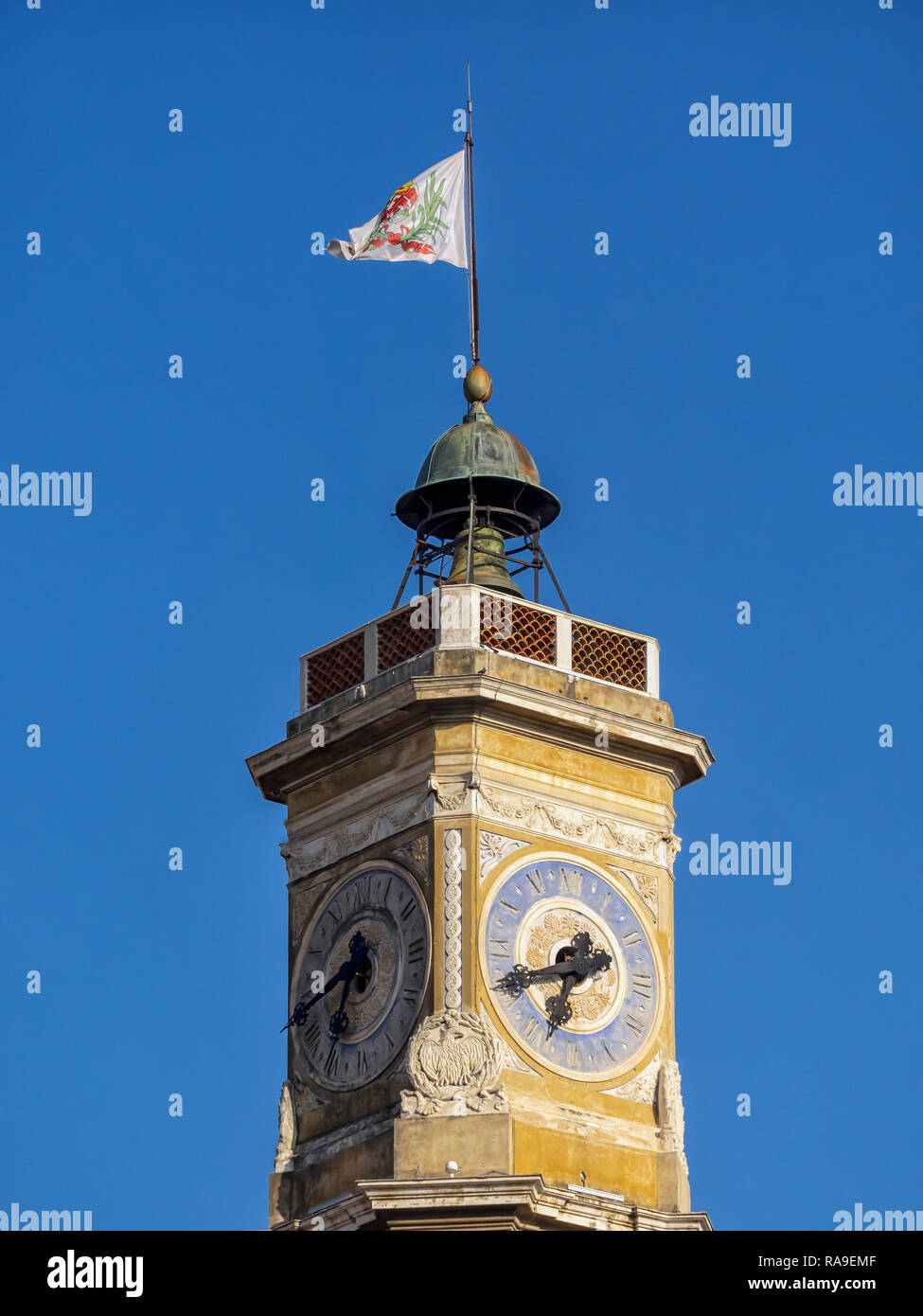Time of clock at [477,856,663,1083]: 6:41
